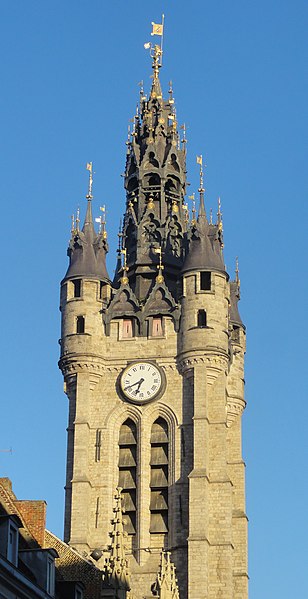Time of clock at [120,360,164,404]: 6:40
